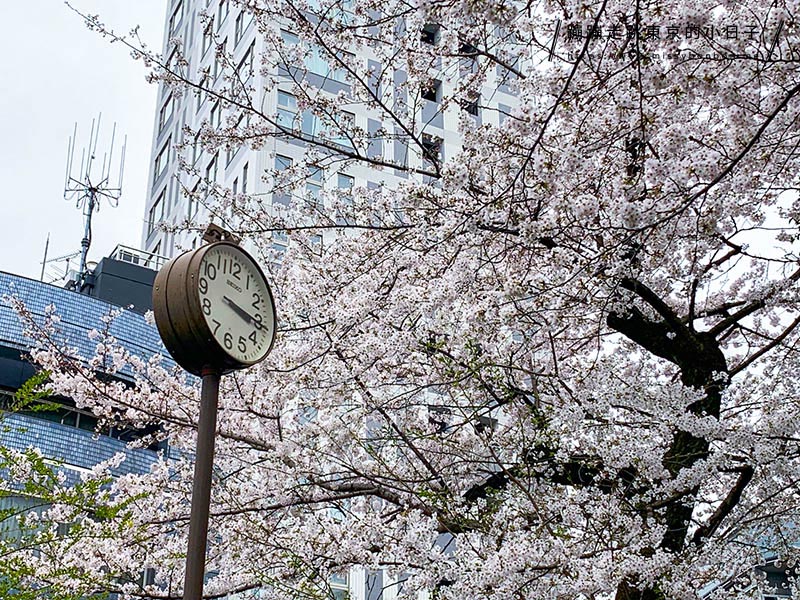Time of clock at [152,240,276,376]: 3:16
